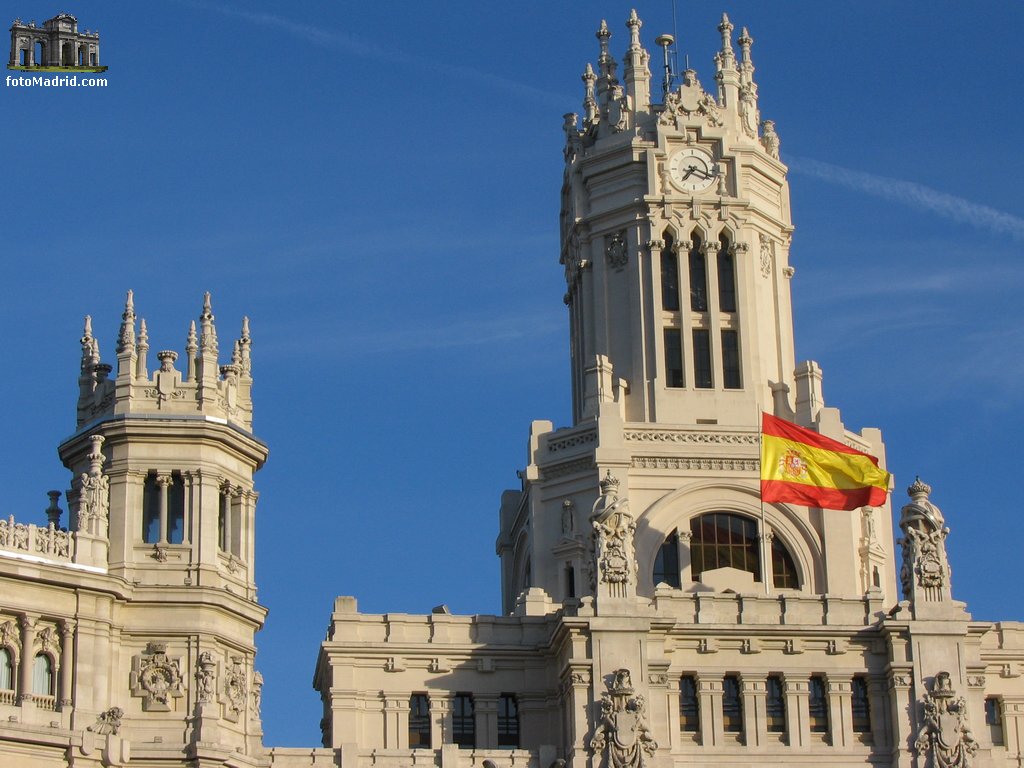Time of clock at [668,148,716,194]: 7:18
